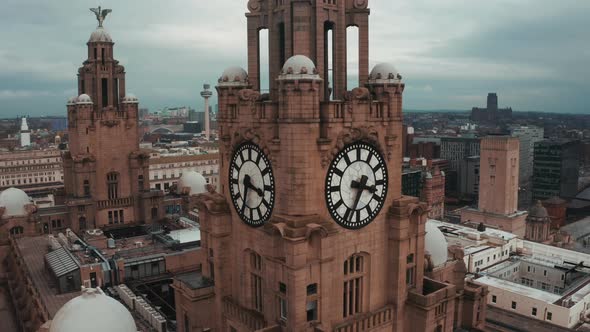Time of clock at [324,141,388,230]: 3:34
